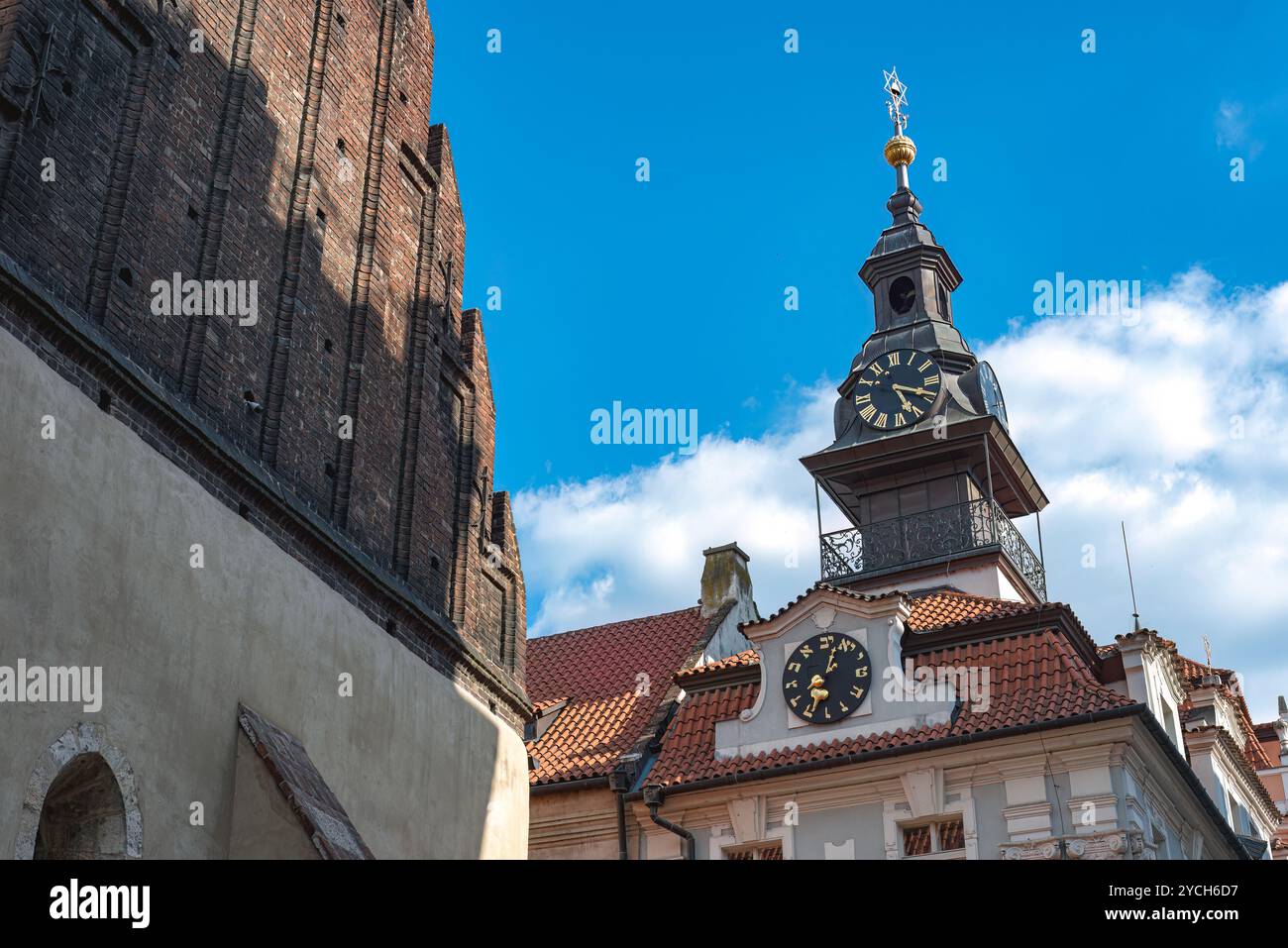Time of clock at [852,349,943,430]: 5:18
